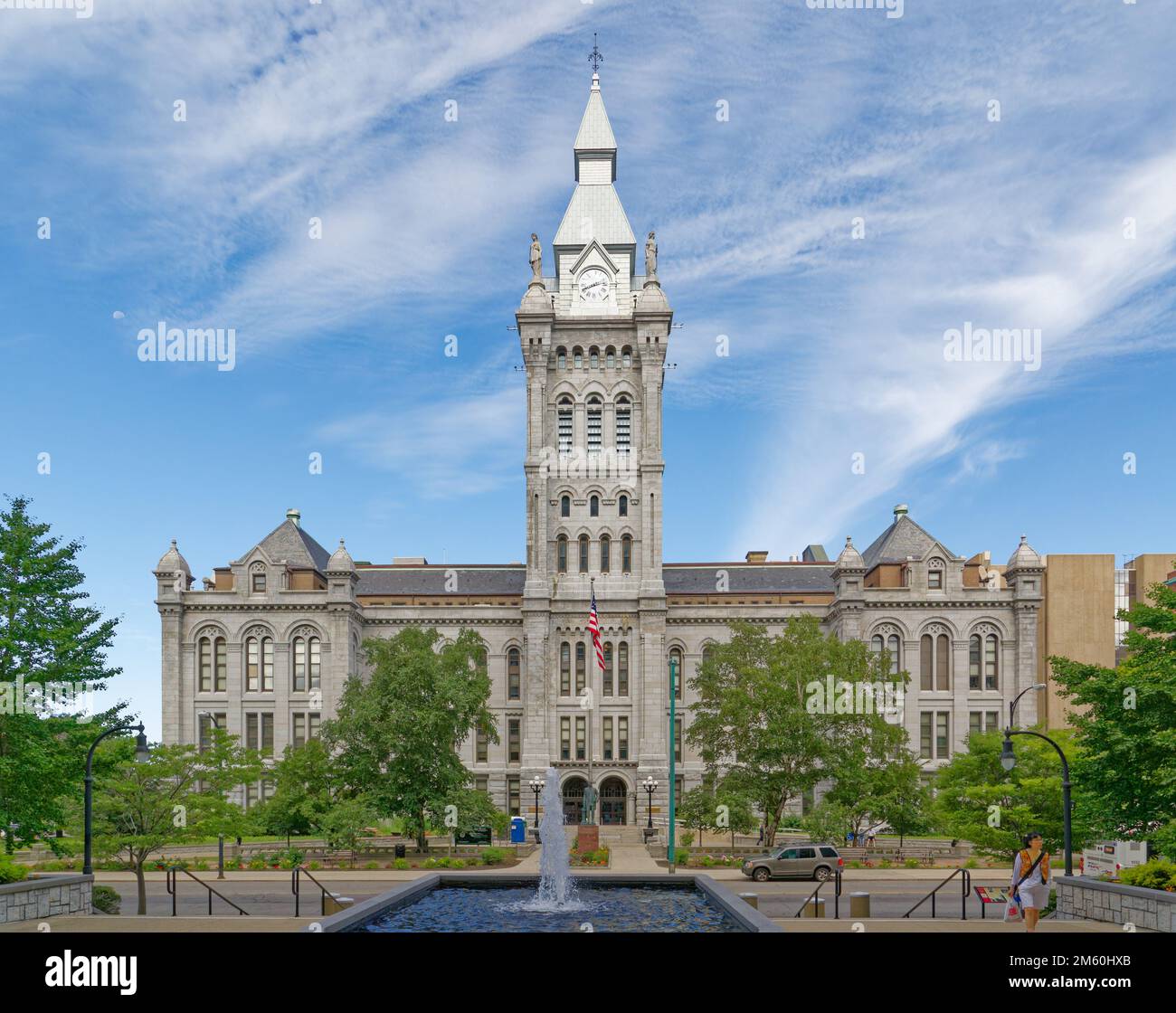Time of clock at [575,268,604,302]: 8:12
